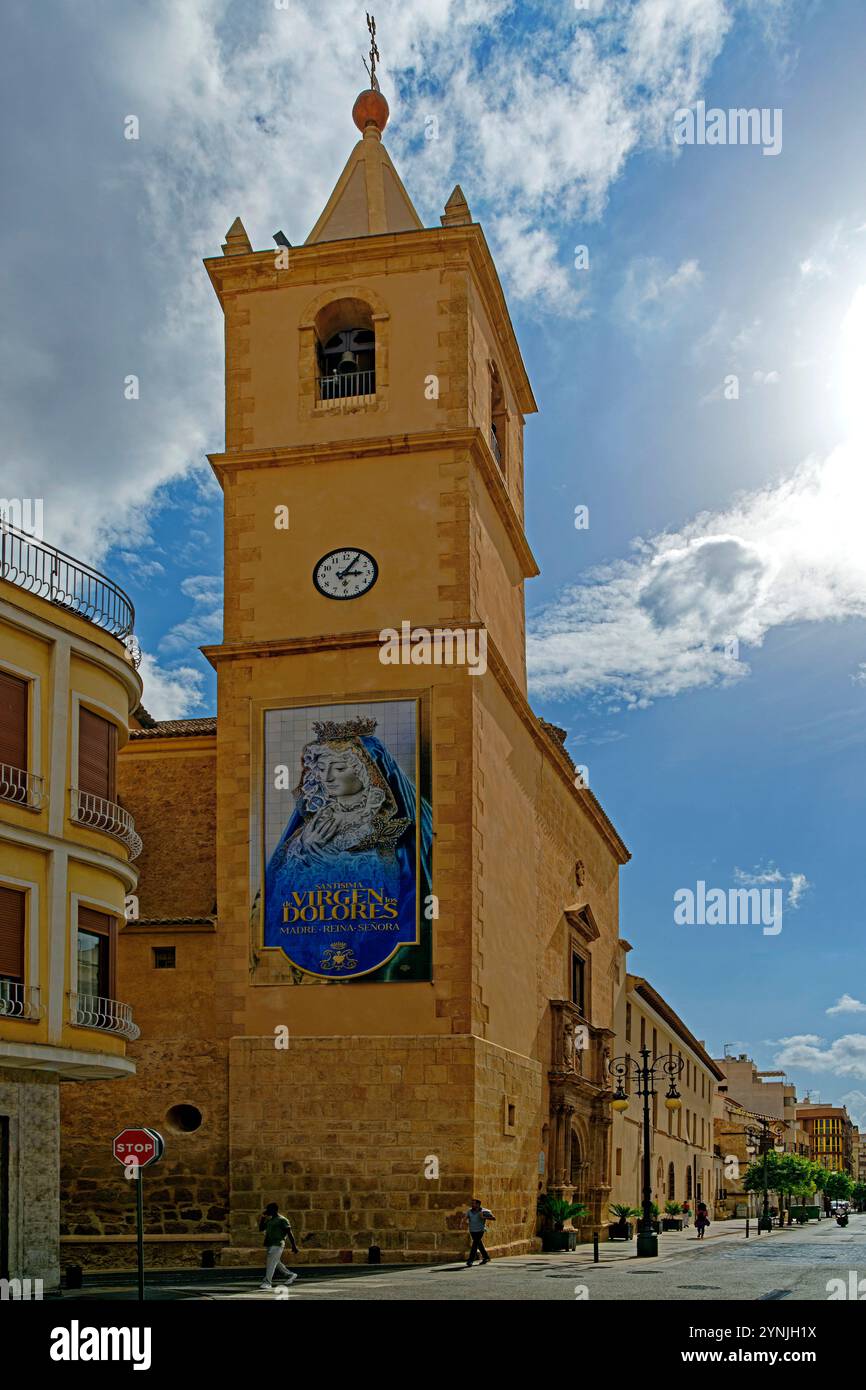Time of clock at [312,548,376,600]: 3:05
